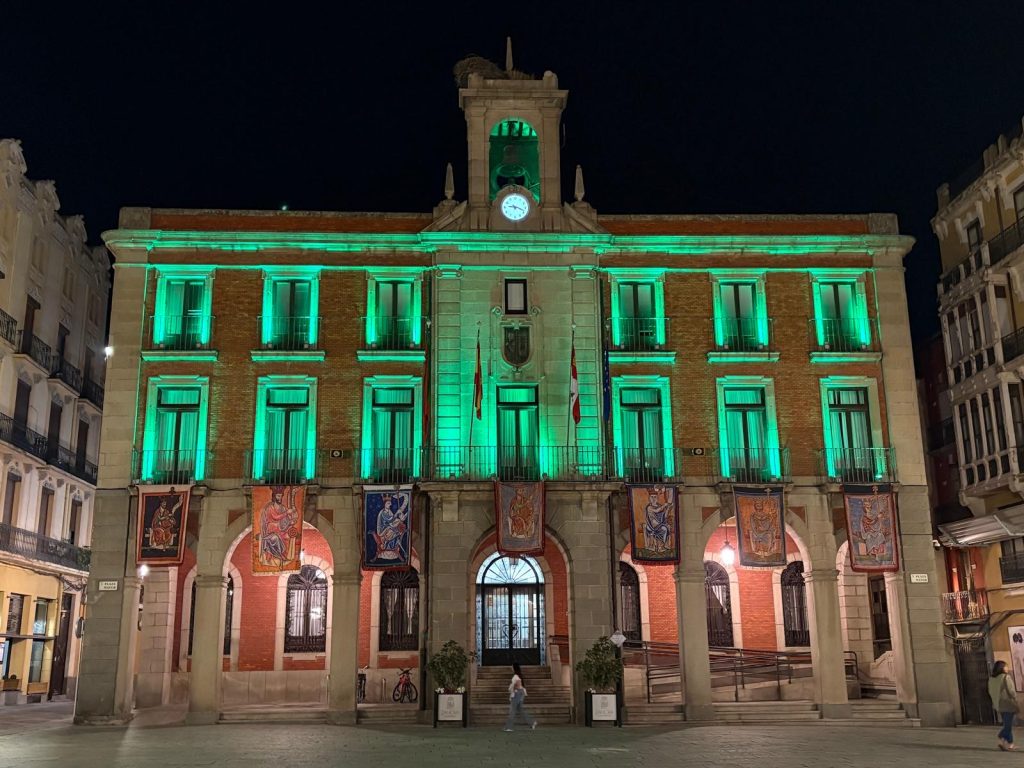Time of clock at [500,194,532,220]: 9:18
